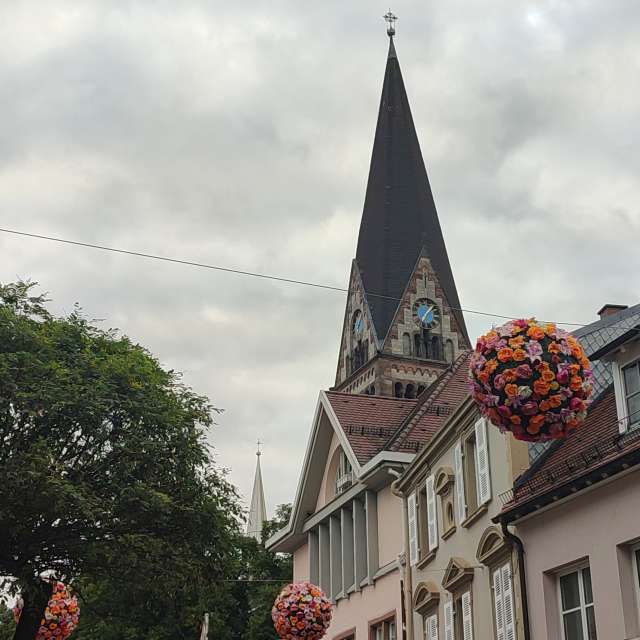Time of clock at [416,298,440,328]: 7:07
